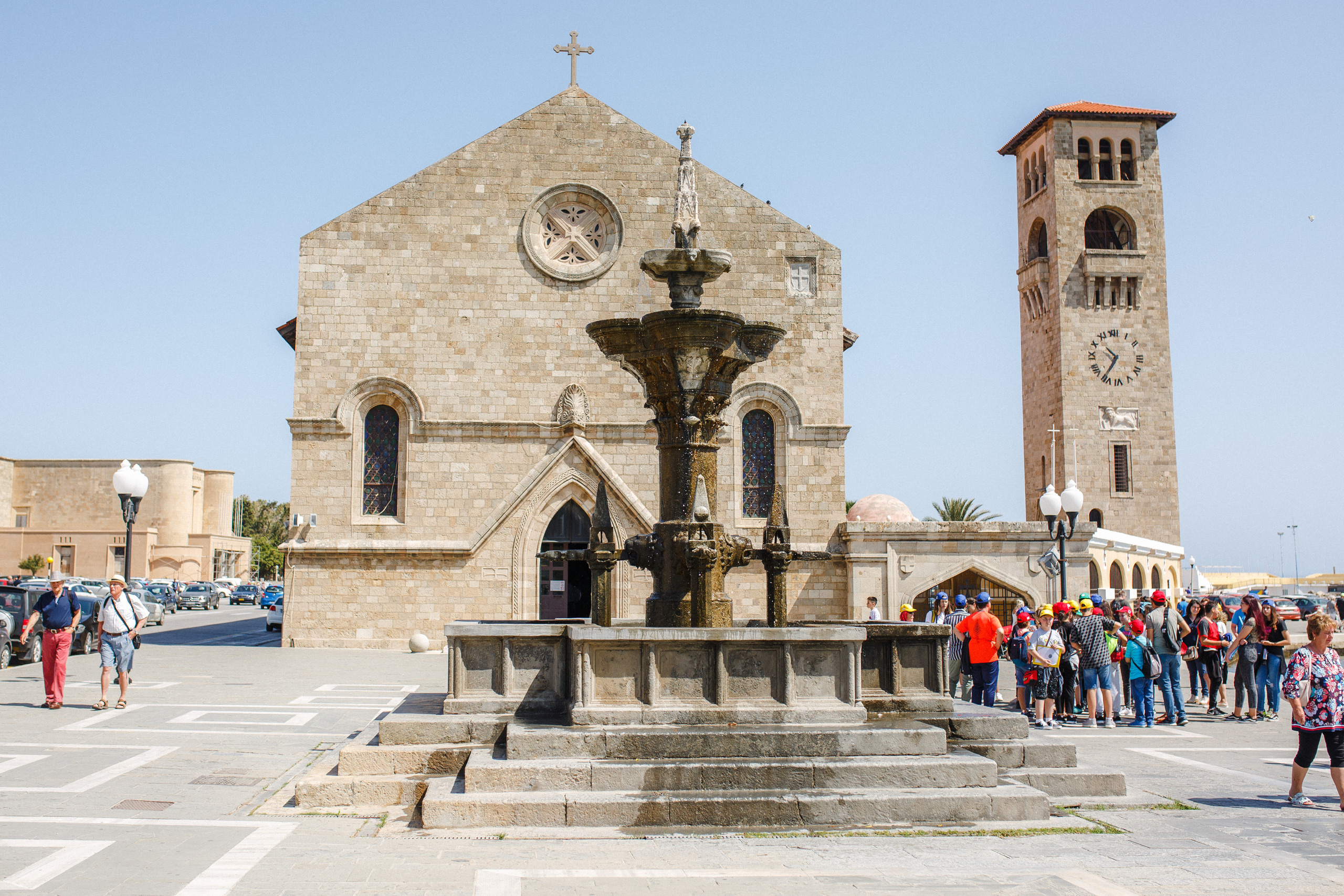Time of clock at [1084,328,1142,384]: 10:36
